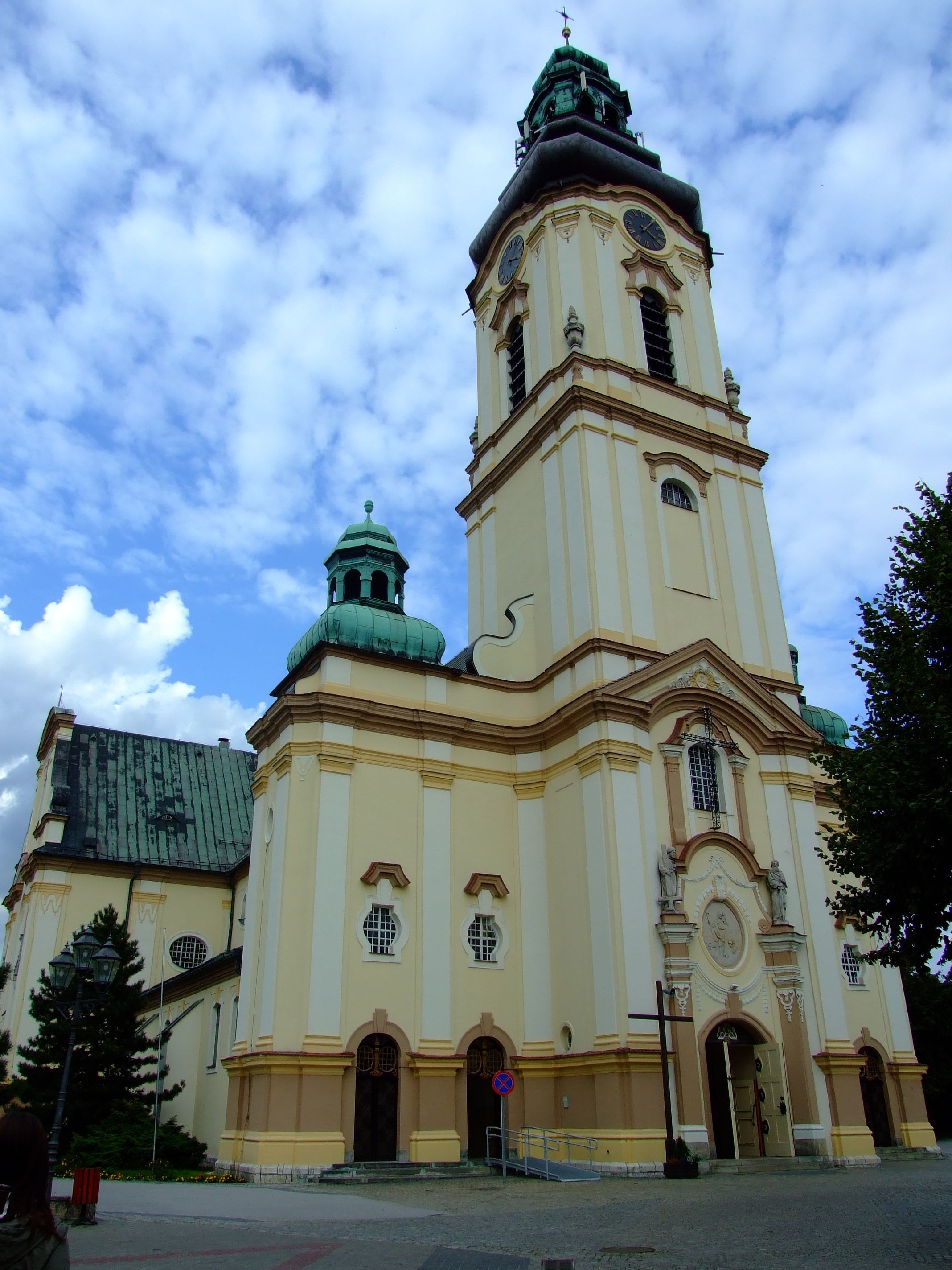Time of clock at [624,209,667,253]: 4:06
